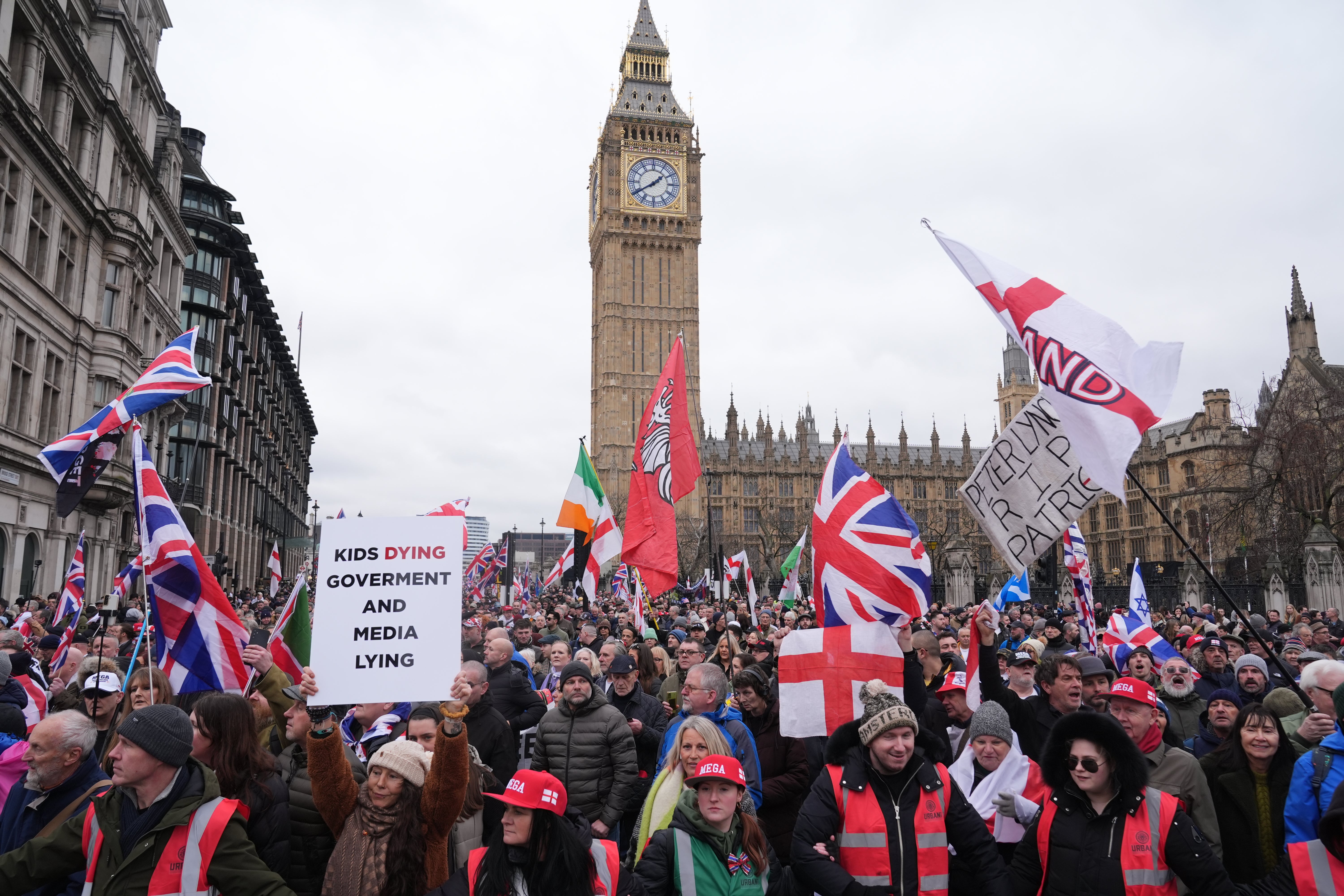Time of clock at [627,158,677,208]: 1:39
